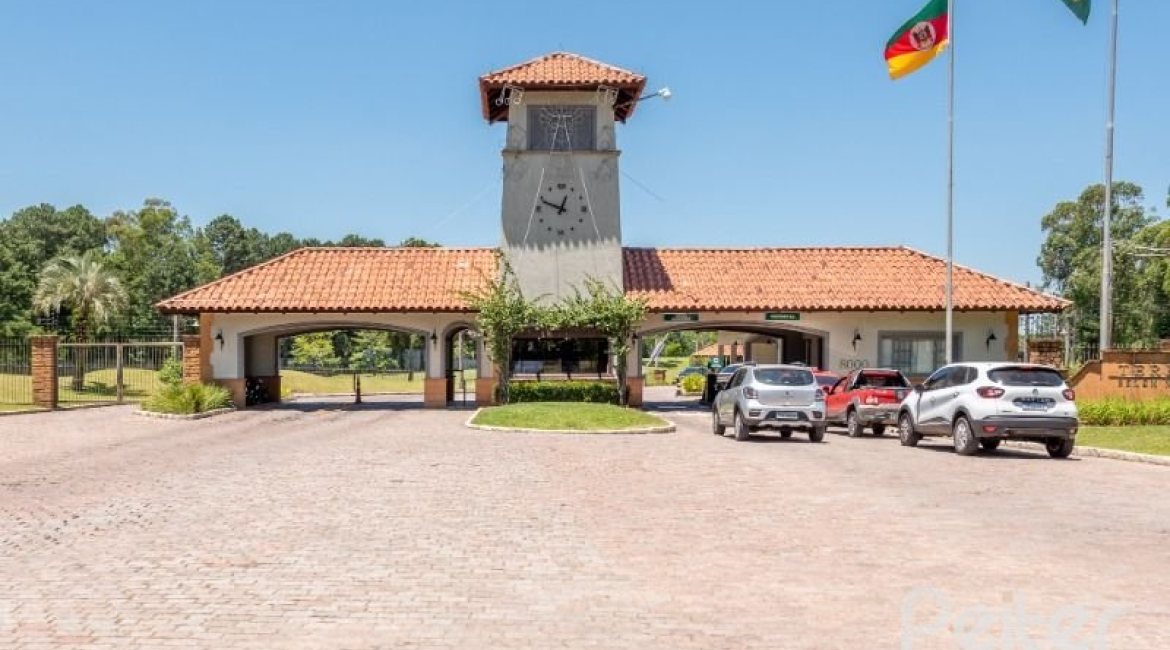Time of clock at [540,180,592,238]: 12:48
